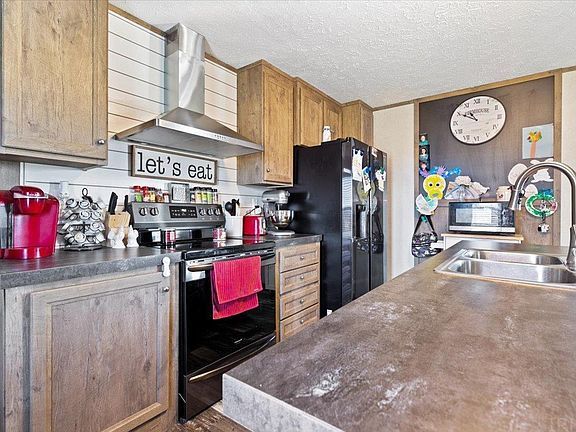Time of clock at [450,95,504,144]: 10:49
